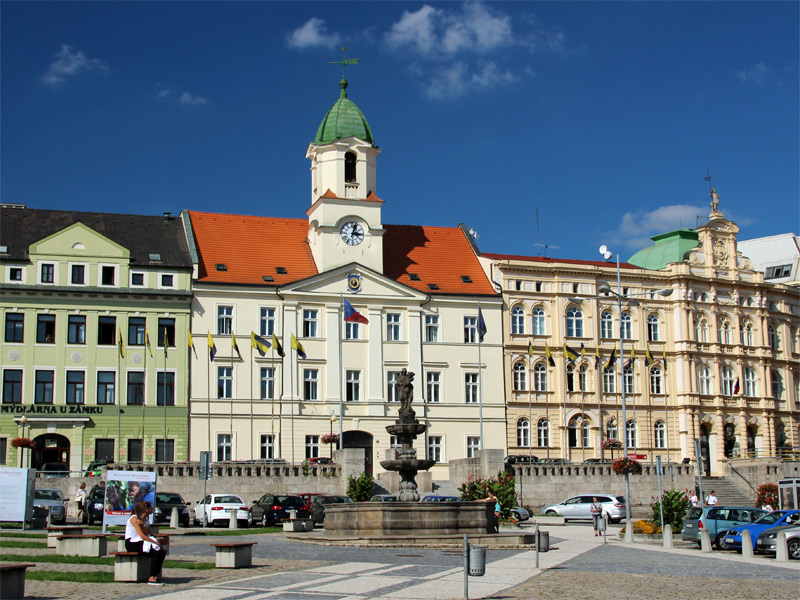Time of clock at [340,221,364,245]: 3:03
